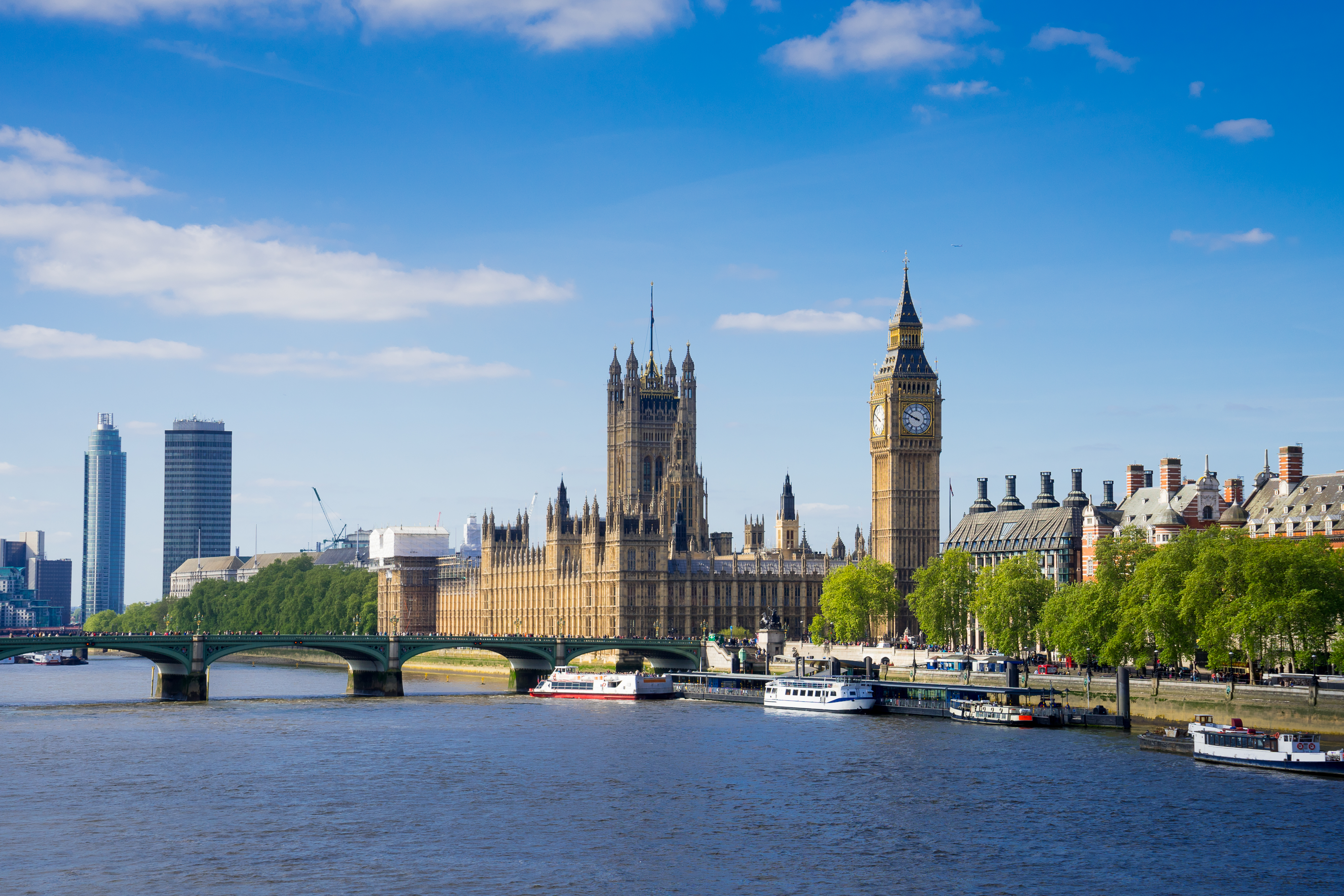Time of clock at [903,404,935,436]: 9:49
